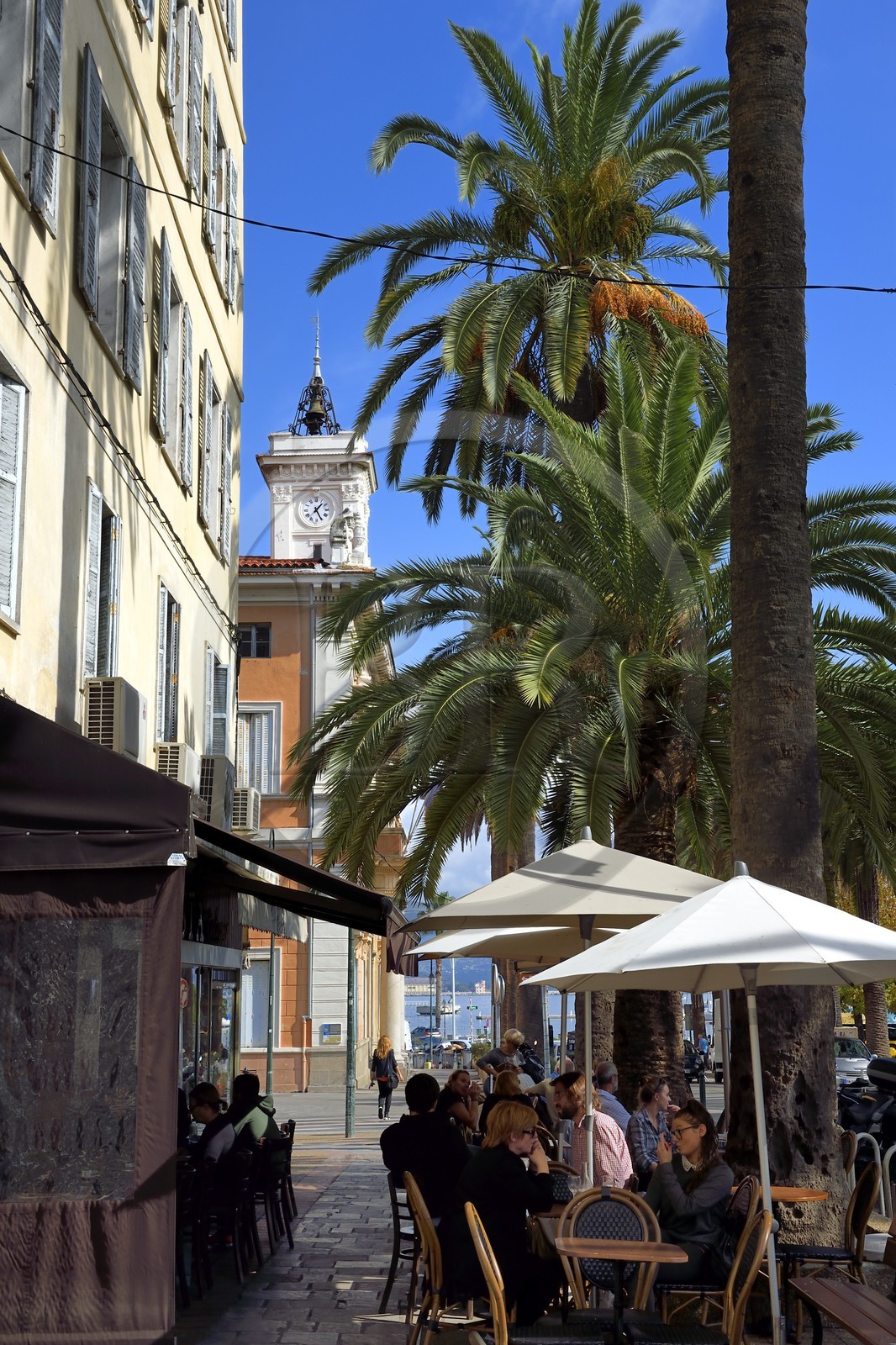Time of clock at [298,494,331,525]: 1:25
